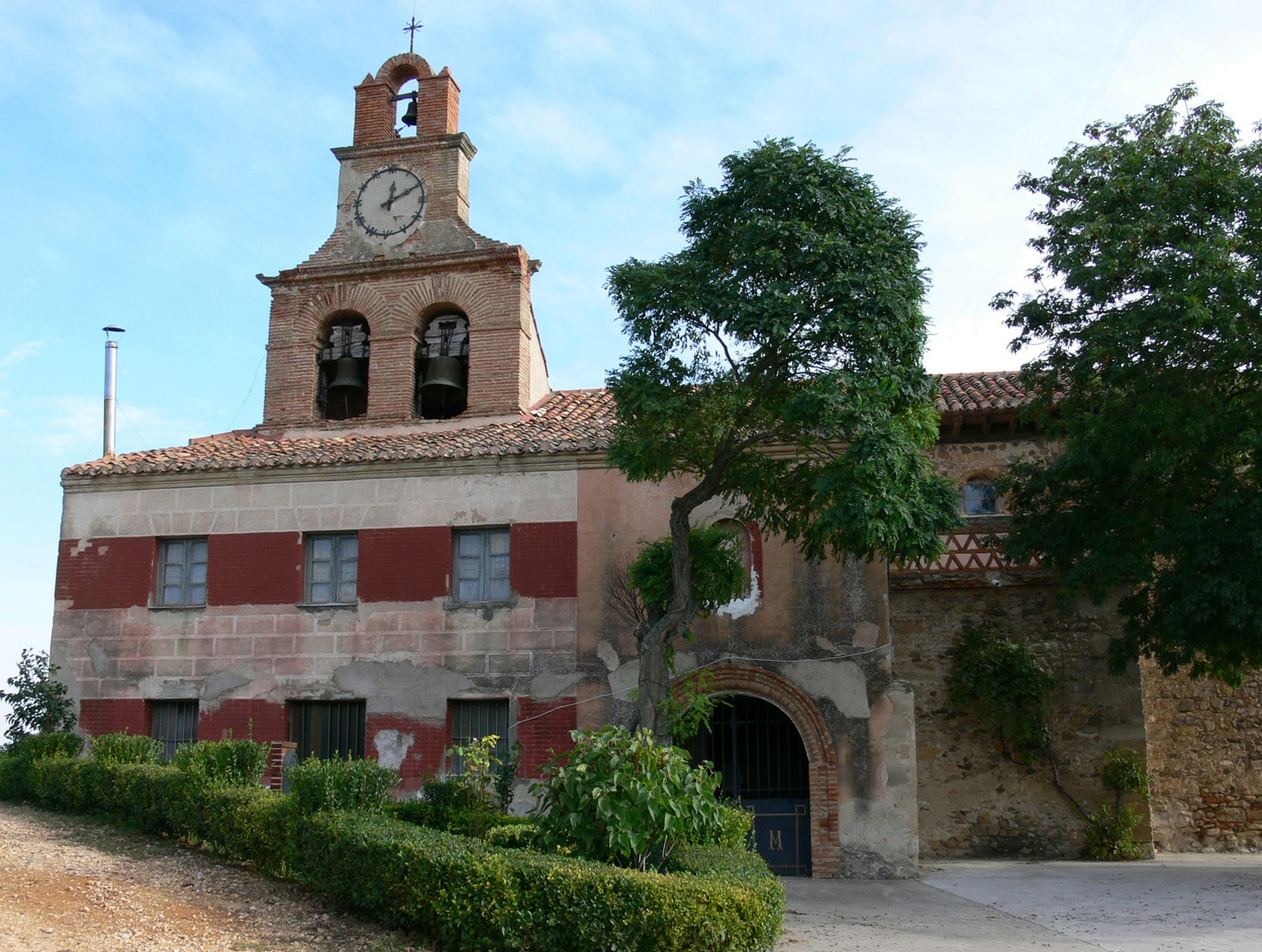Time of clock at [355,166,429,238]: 12:10
